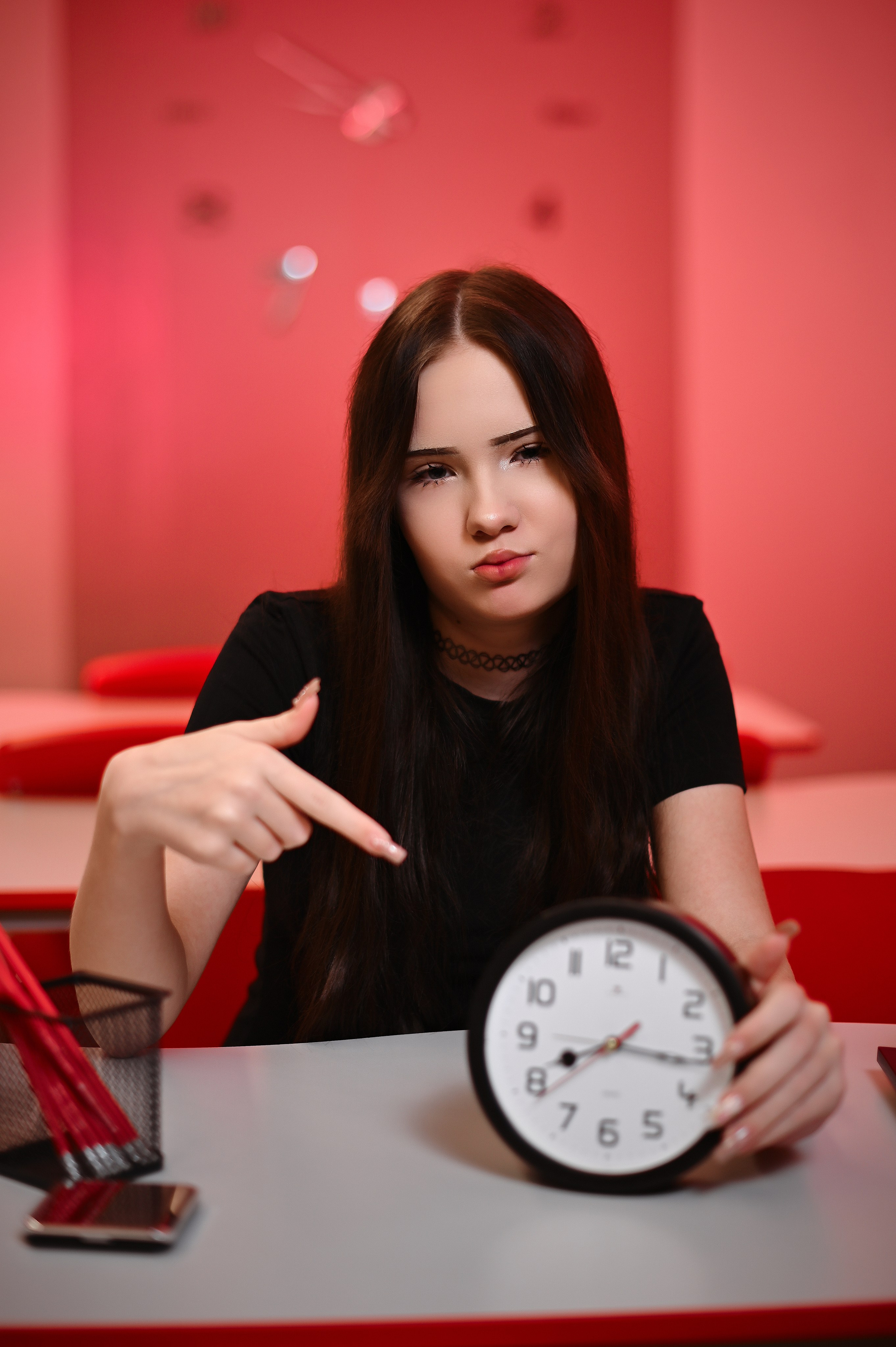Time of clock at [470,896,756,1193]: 8:16
